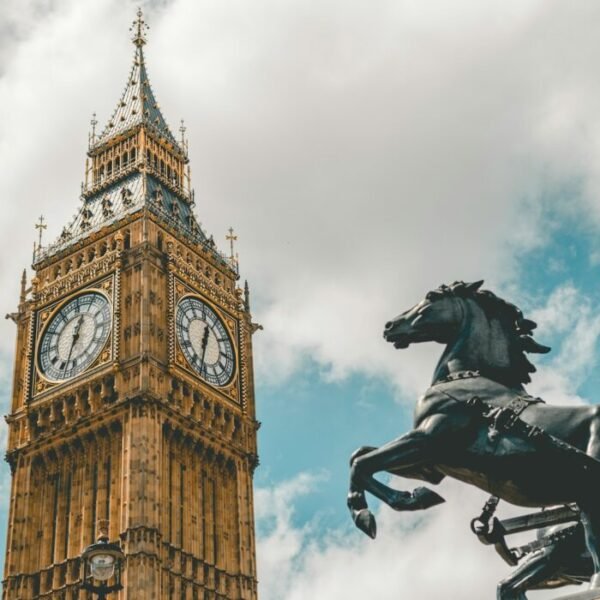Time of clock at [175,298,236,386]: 12:32
